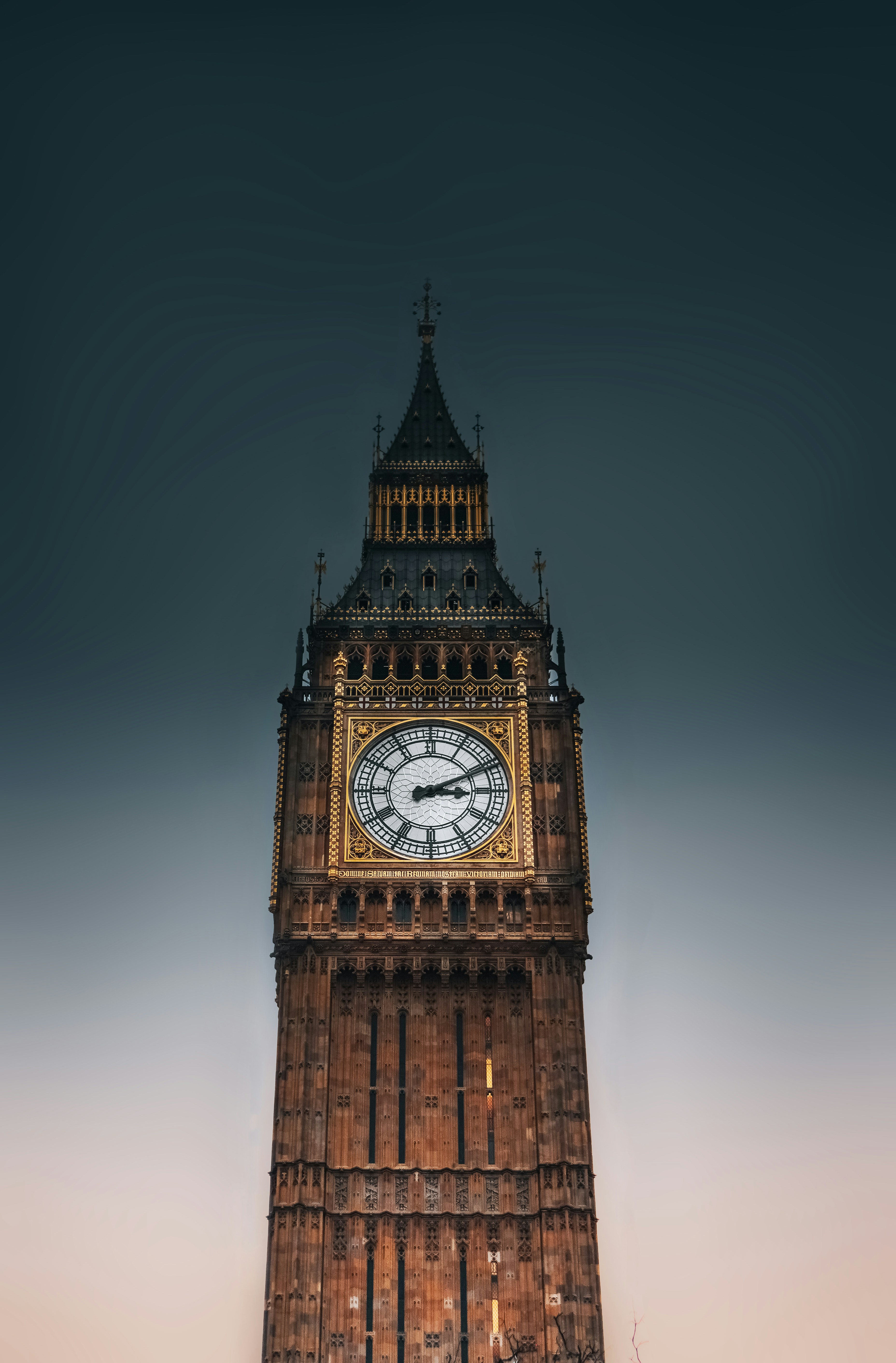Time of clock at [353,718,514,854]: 3:10
